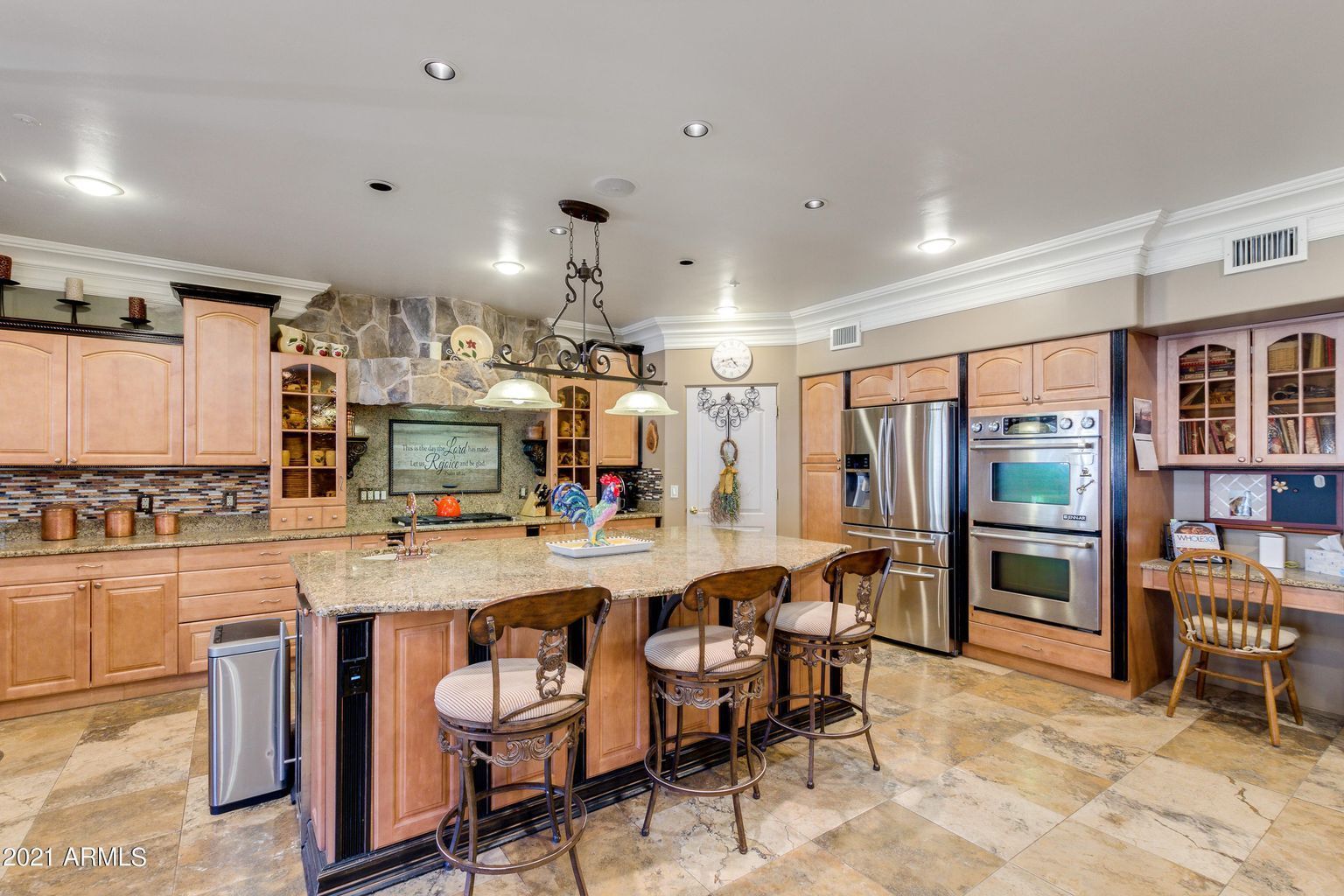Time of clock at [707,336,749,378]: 4:42
